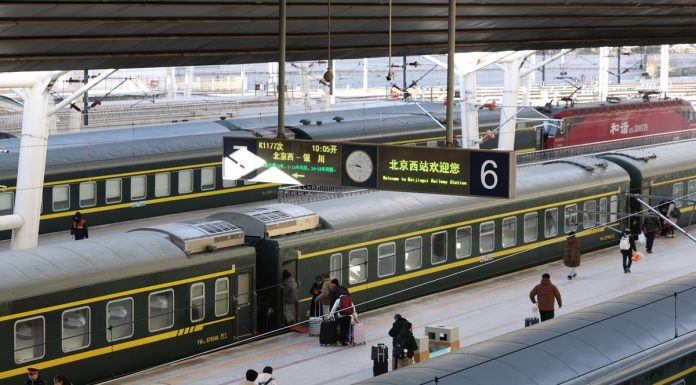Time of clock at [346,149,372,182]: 9:45
